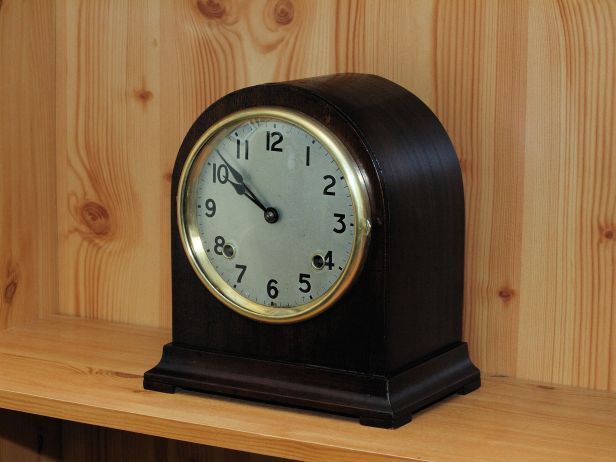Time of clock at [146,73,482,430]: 9:51
